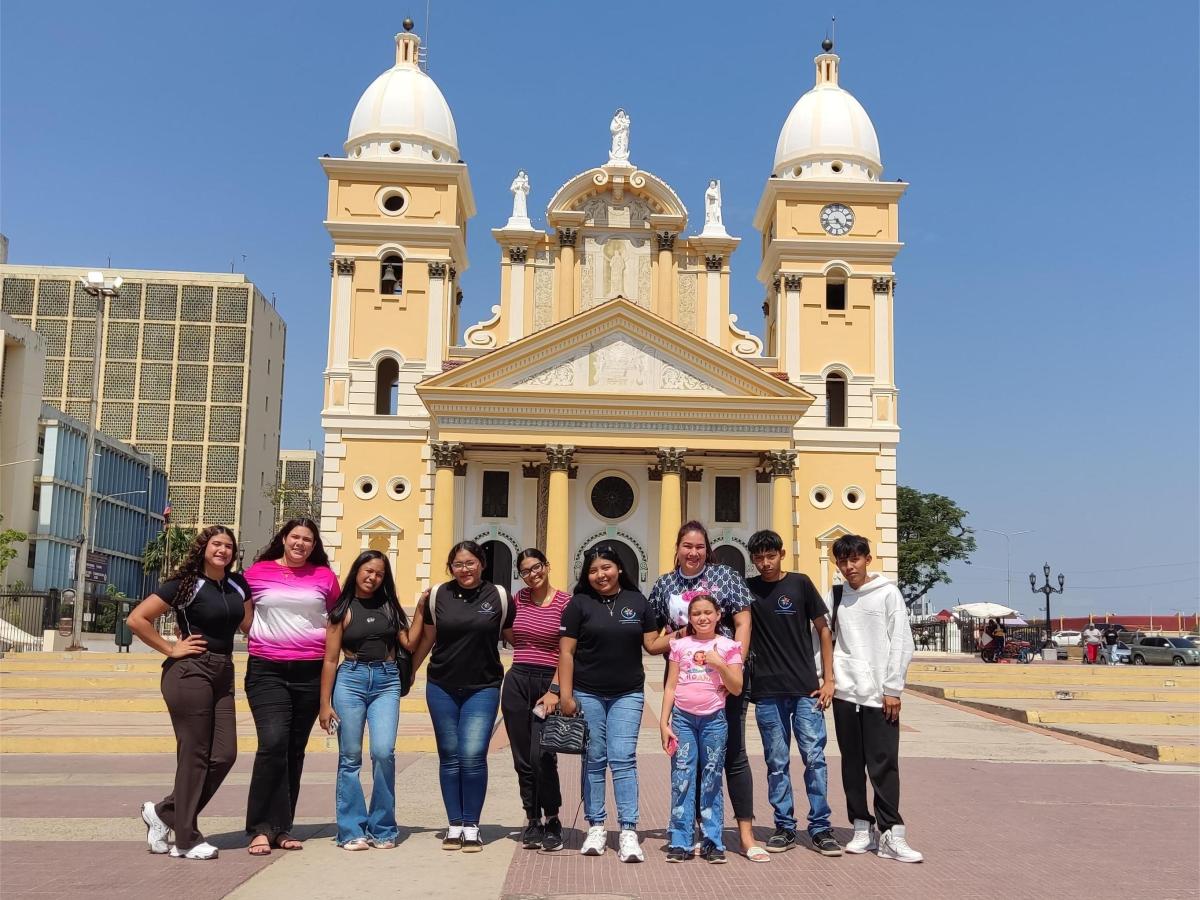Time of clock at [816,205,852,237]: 4:43
